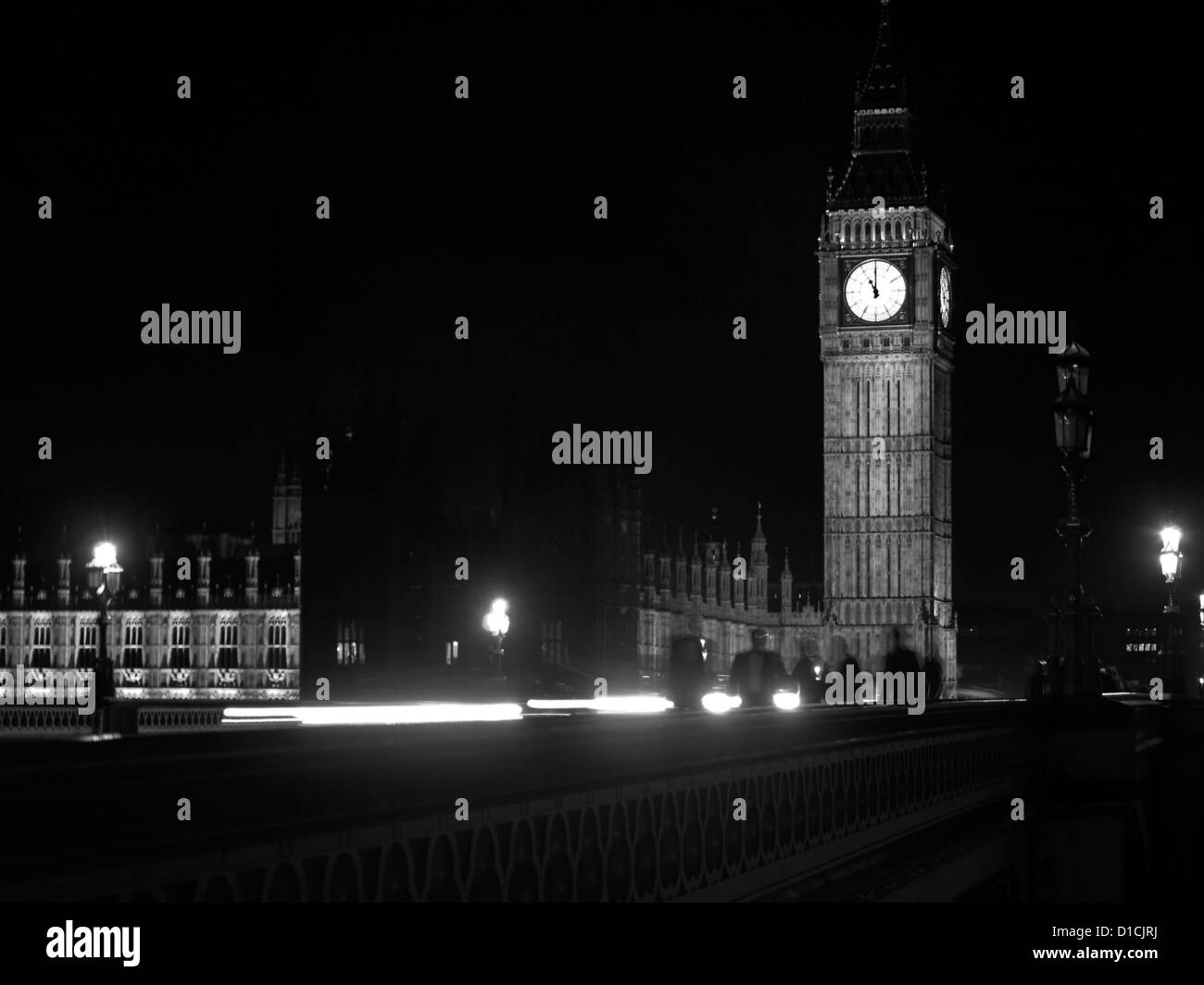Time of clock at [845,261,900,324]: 10:59
